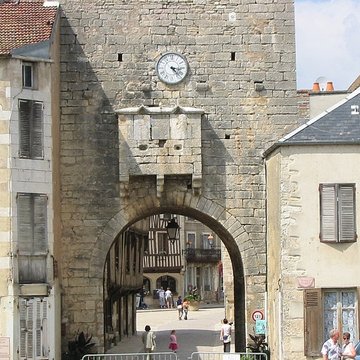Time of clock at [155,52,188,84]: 3:22
